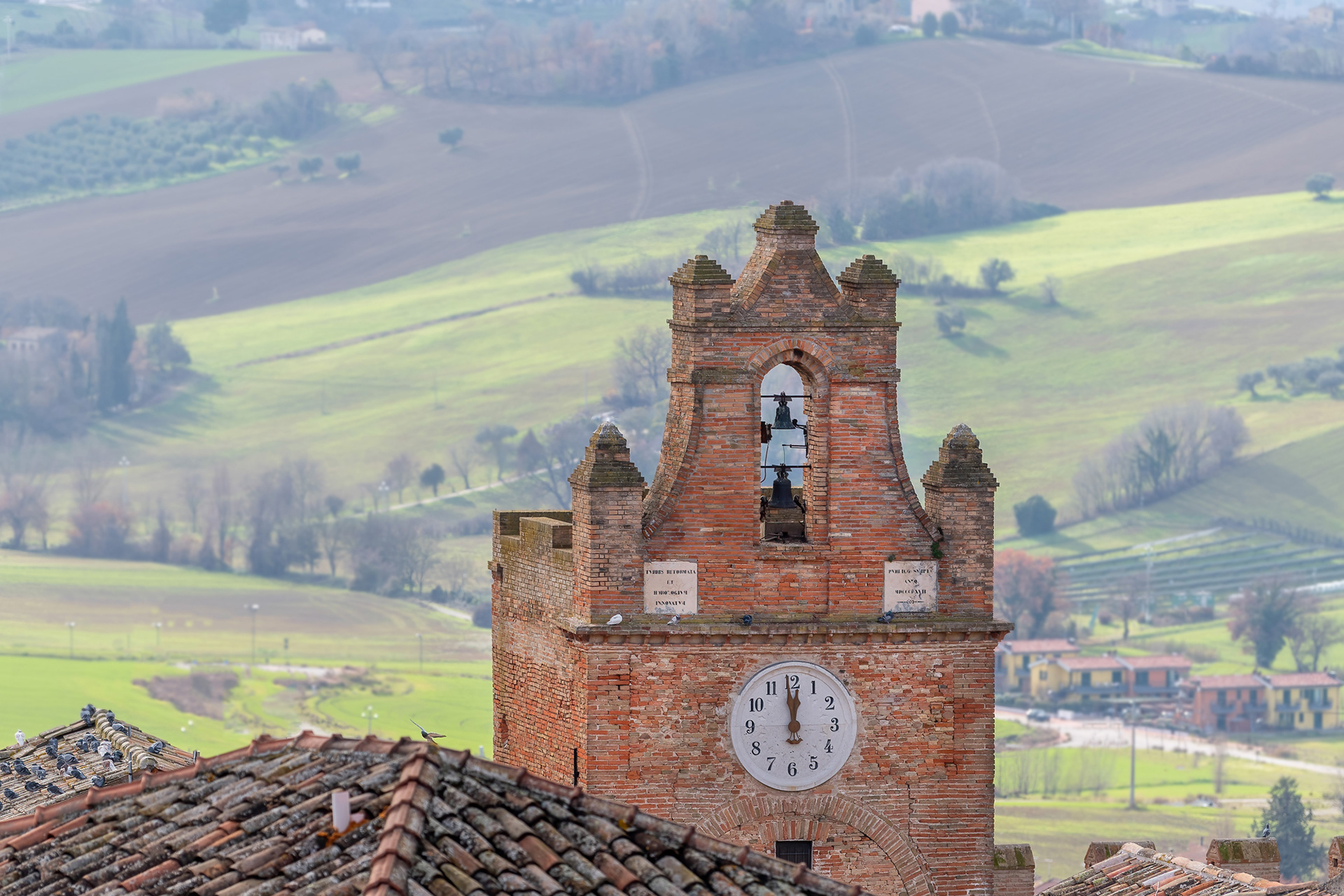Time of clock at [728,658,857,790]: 11:58
